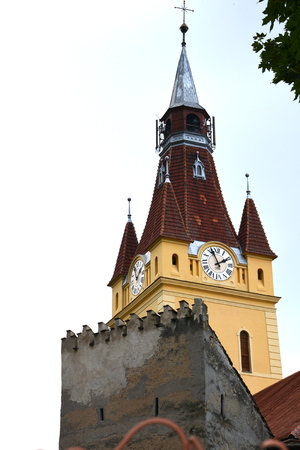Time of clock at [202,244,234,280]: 1:56
